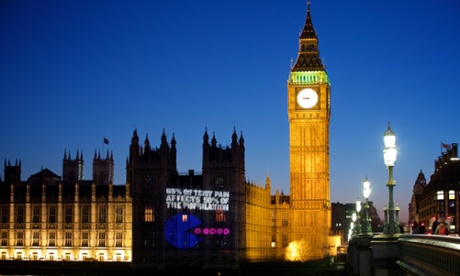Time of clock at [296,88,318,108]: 8:48
